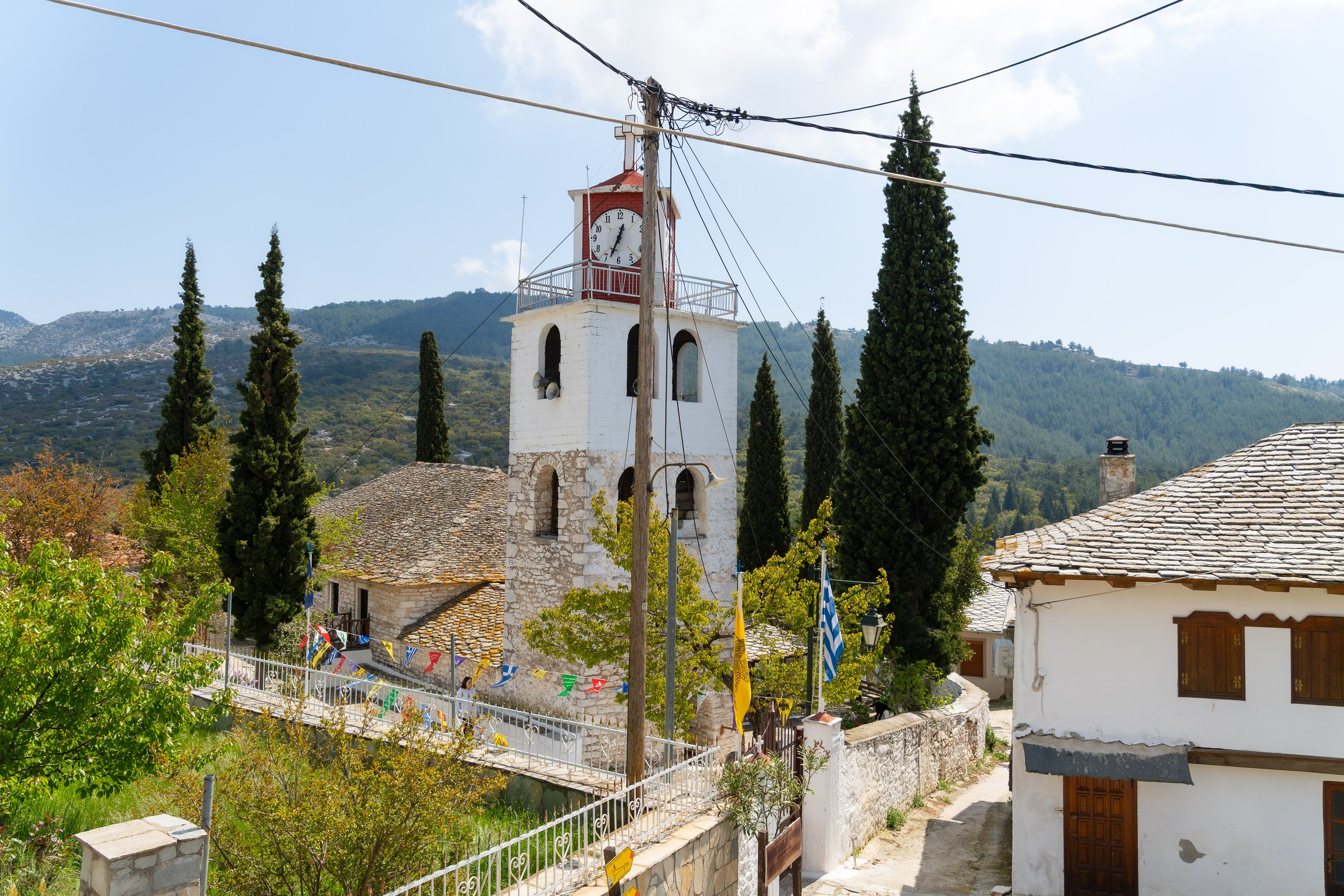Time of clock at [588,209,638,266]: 12:33
